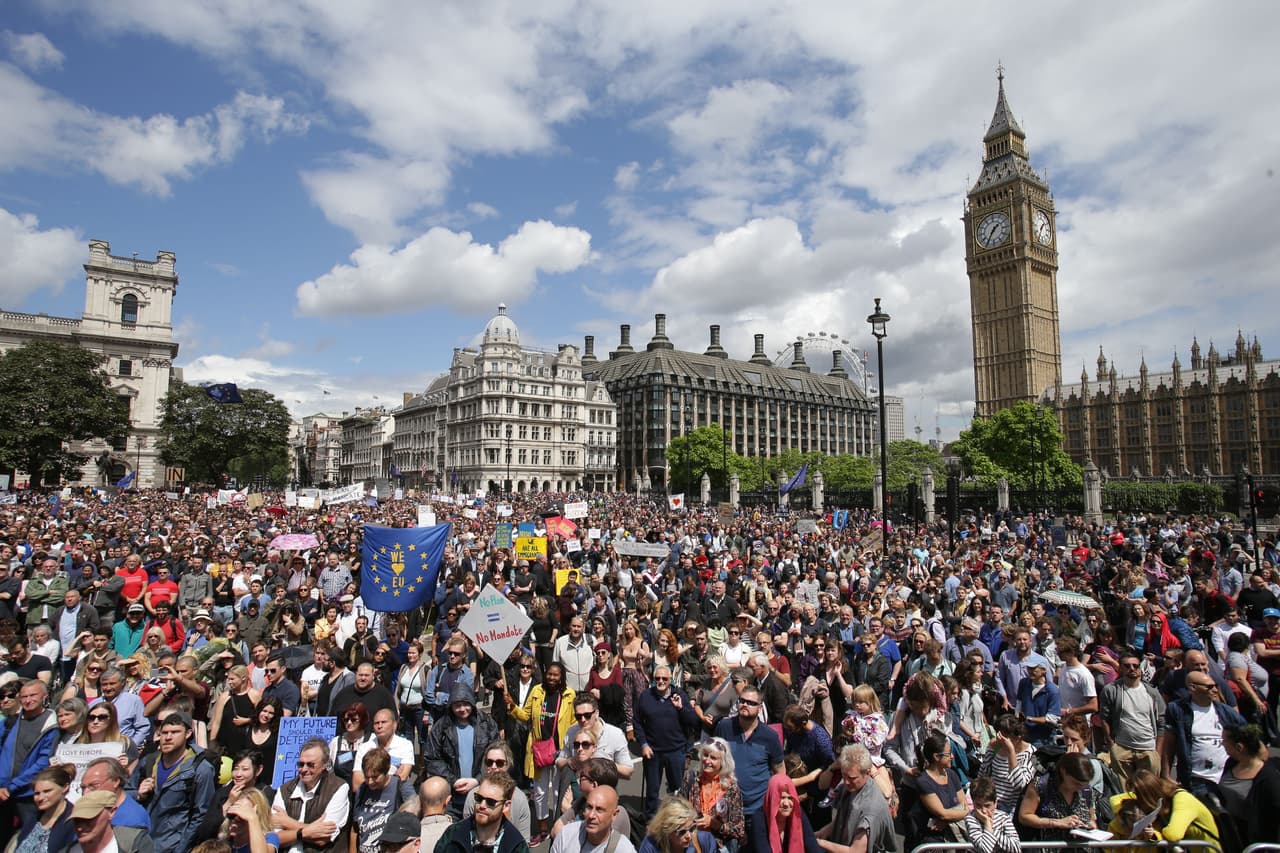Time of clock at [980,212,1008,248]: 1:35
